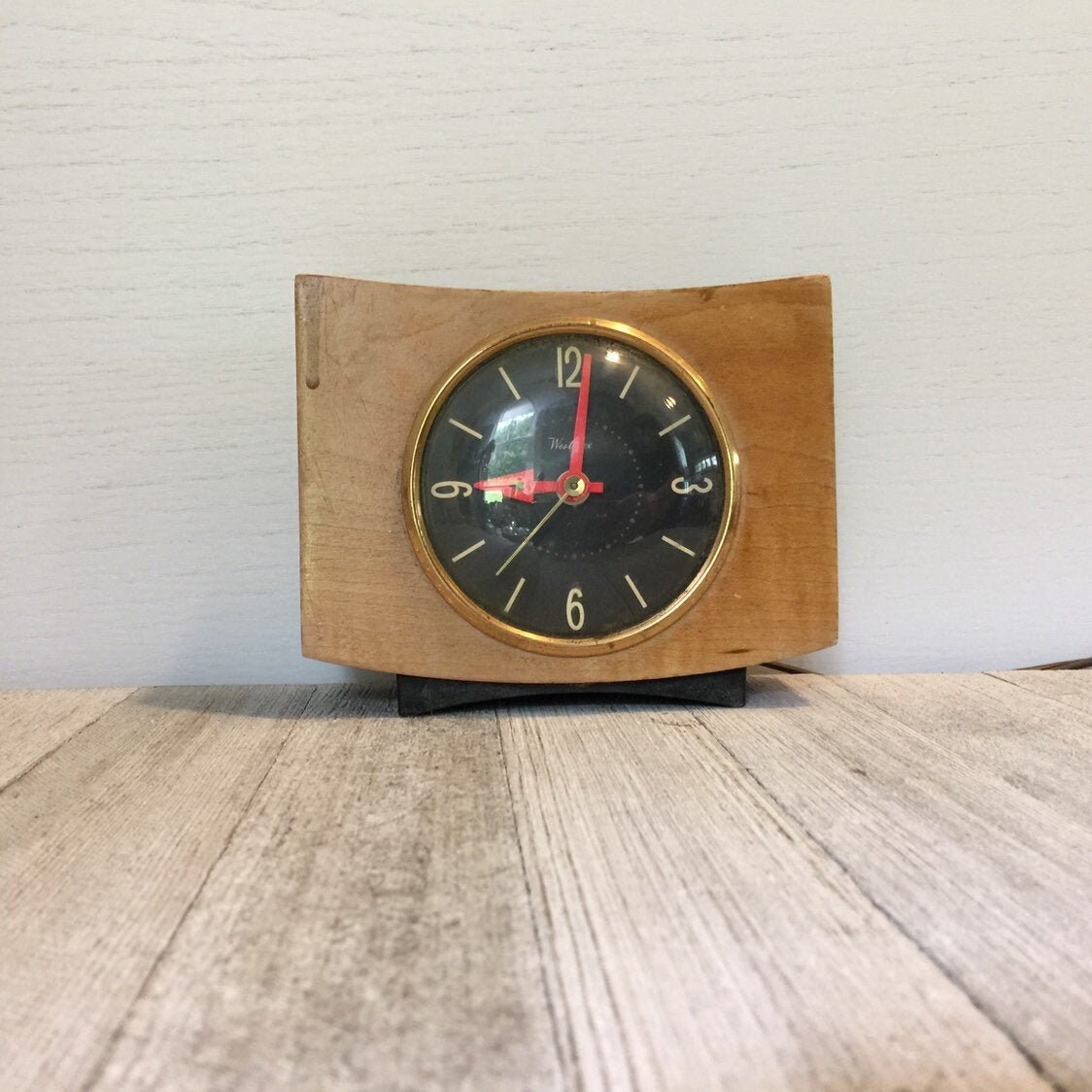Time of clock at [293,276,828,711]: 9:01
